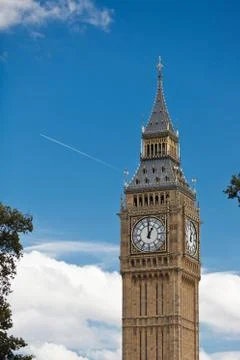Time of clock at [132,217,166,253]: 1:00
